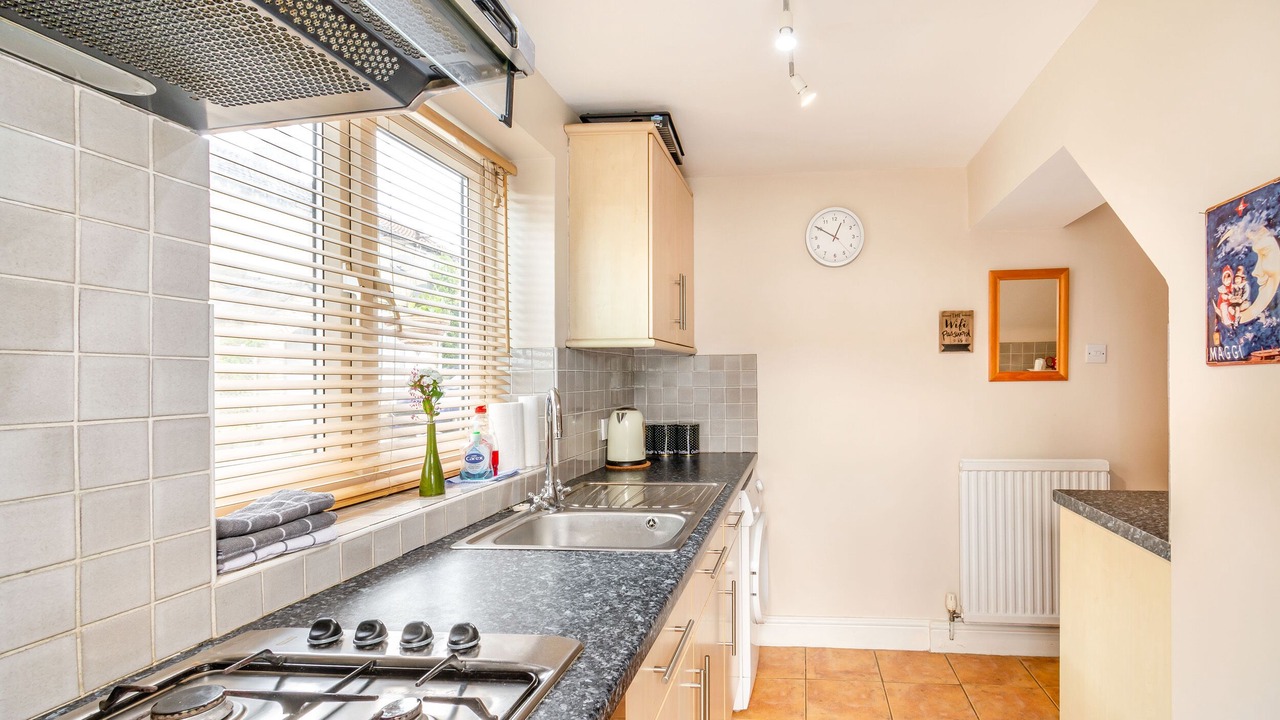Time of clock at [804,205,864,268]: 12:50
